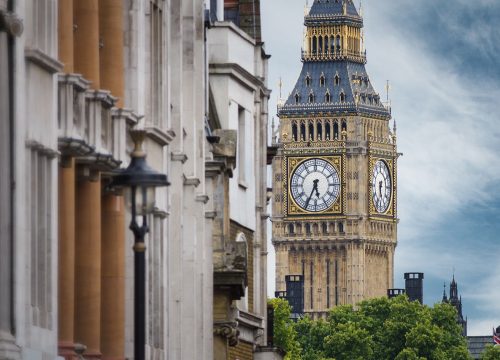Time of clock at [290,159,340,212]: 5:34
